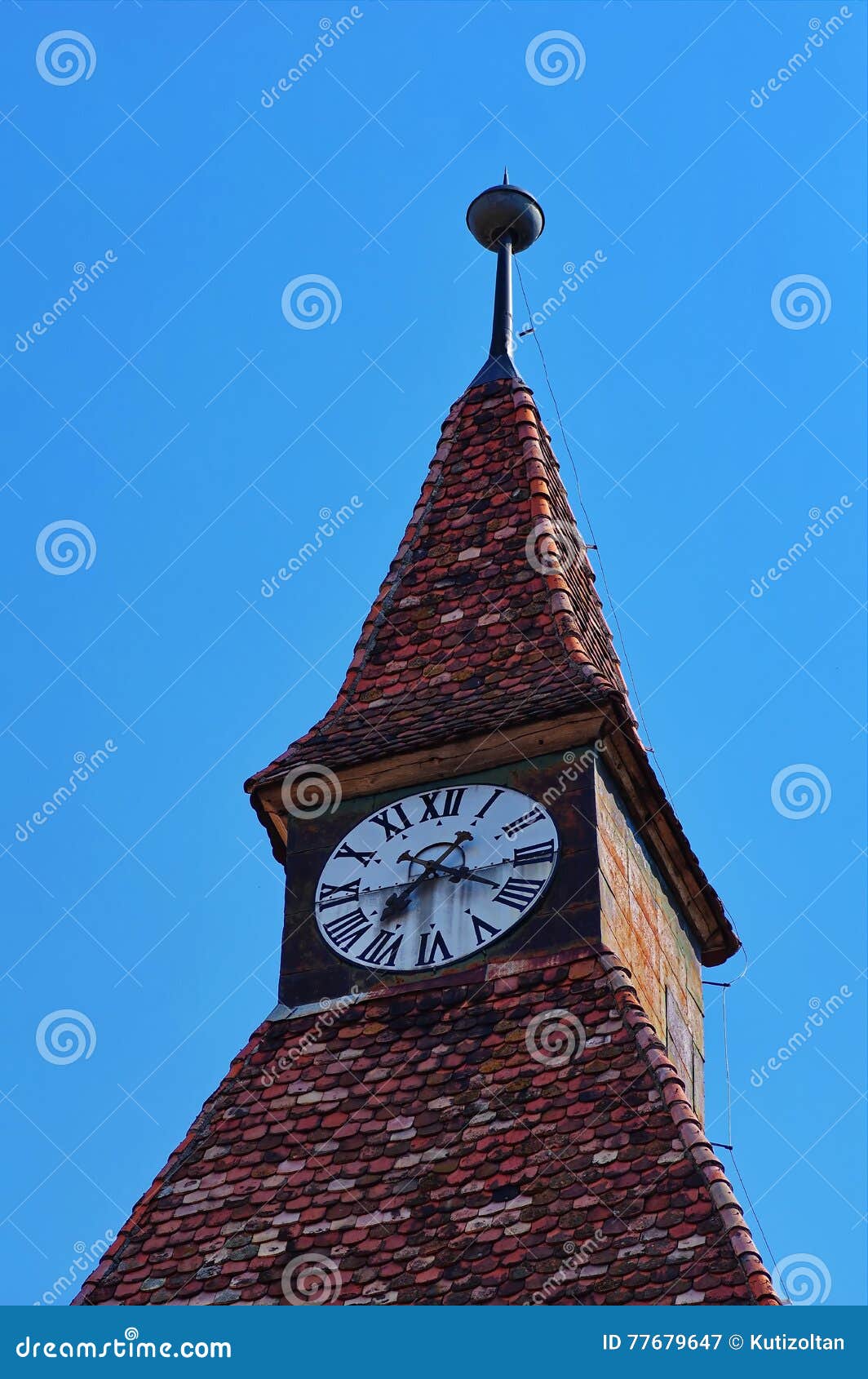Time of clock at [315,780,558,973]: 7:19
